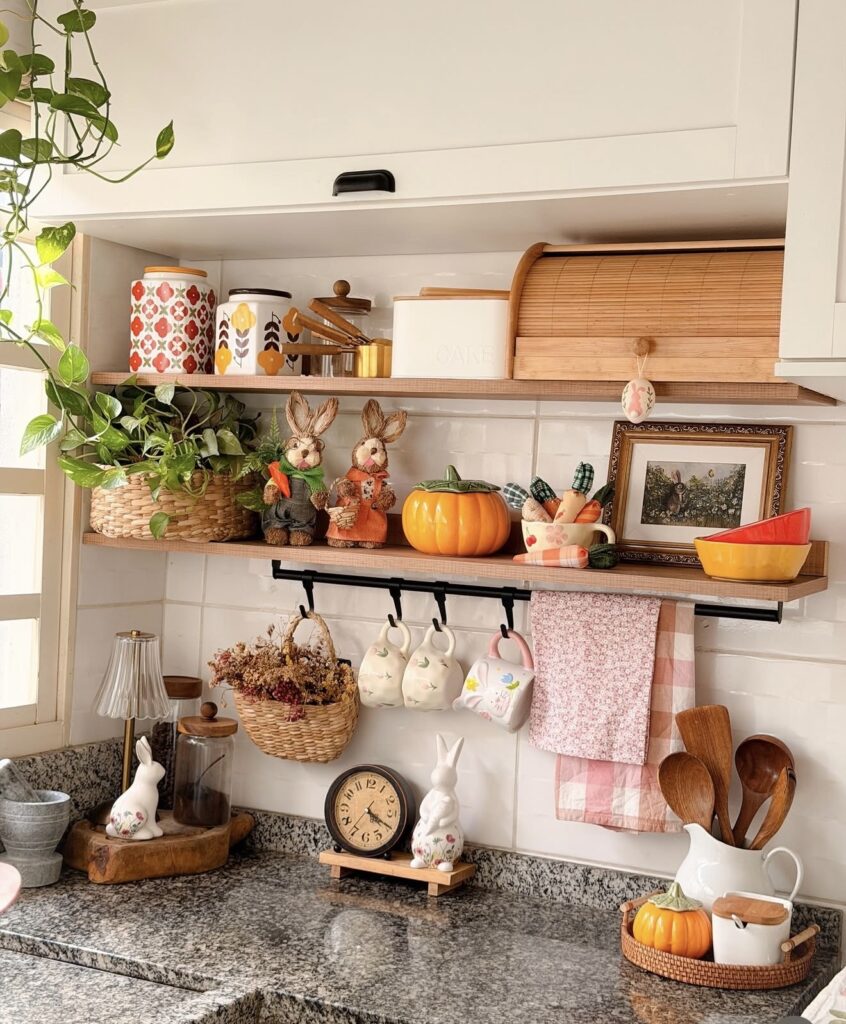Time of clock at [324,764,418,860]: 4:19
